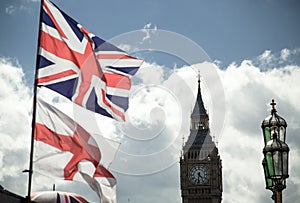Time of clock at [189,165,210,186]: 4:31
